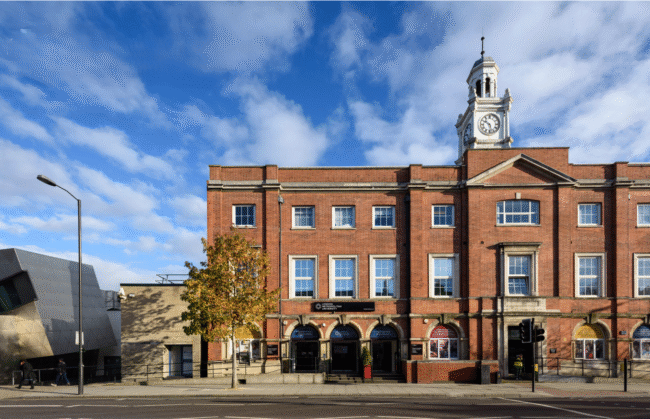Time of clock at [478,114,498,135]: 10:28
